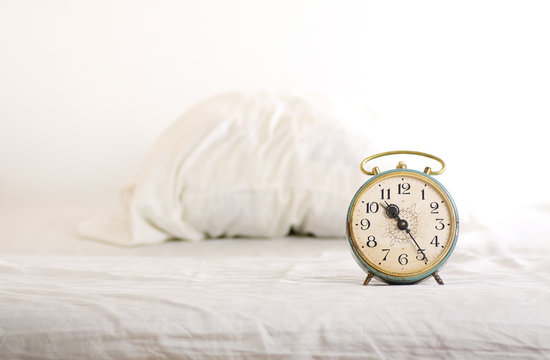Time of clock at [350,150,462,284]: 10:24
